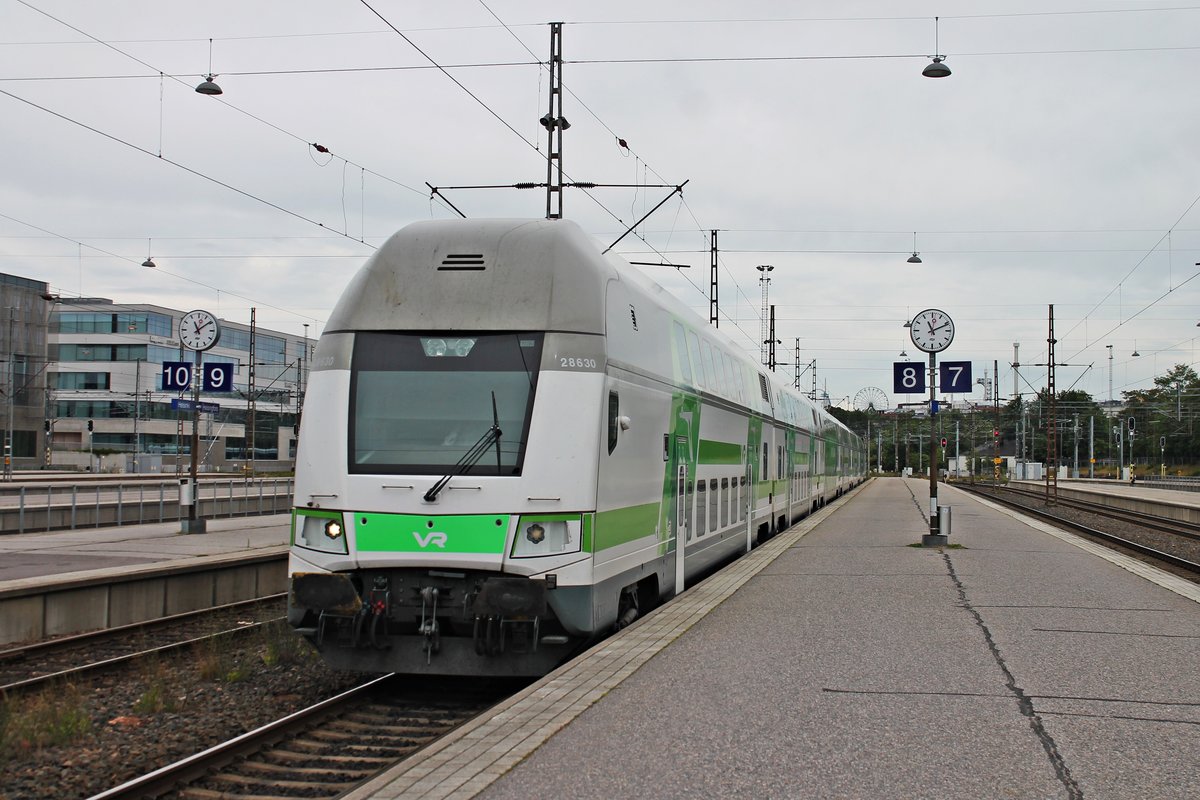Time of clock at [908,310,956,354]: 11:11
